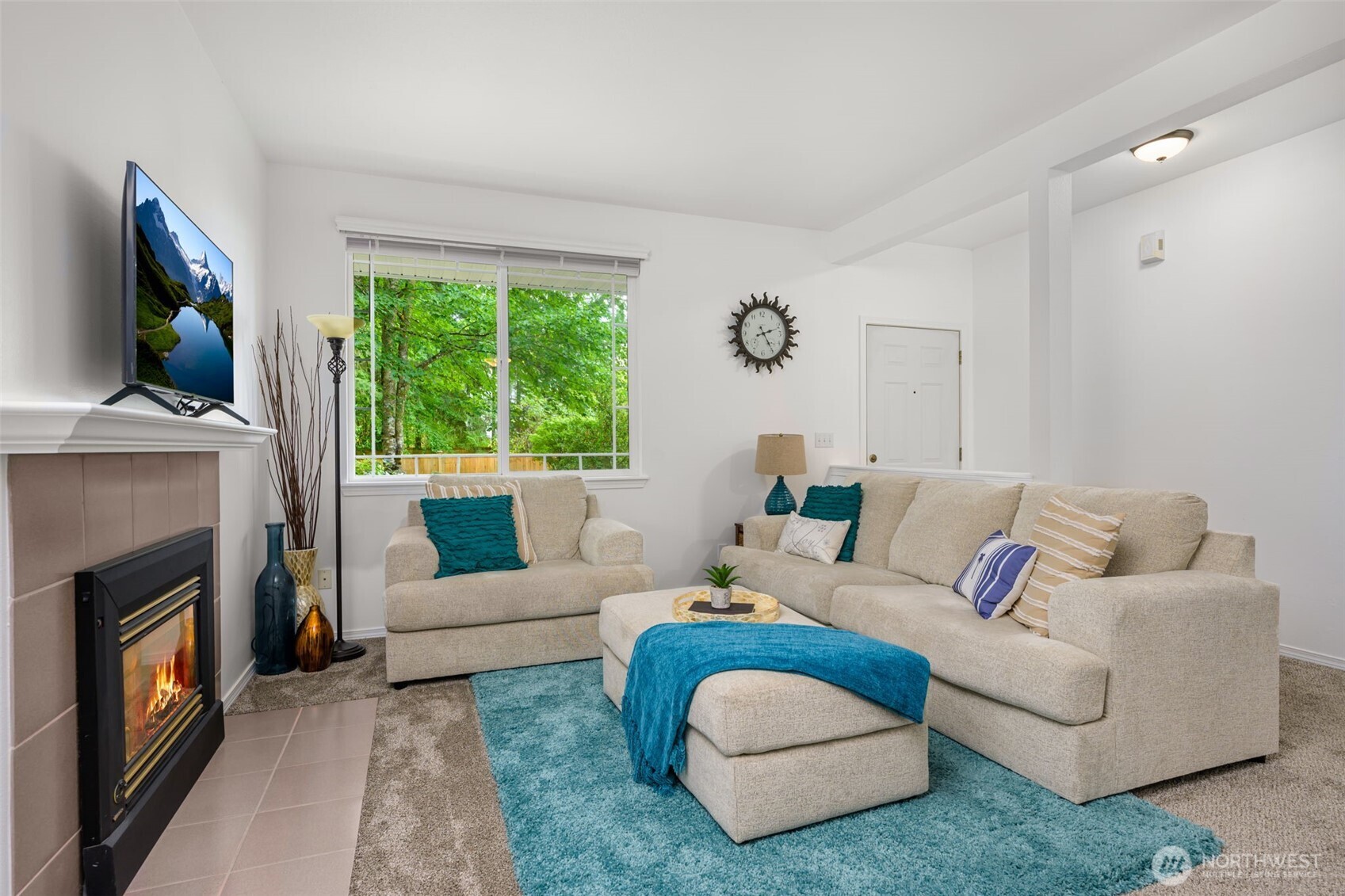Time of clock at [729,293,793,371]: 2:24
